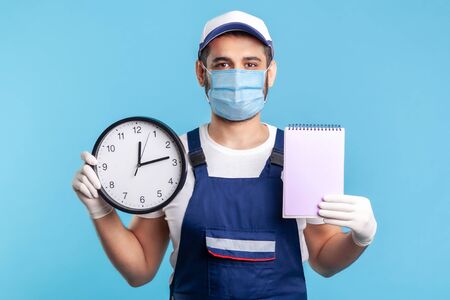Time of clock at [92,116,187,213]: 12:13
